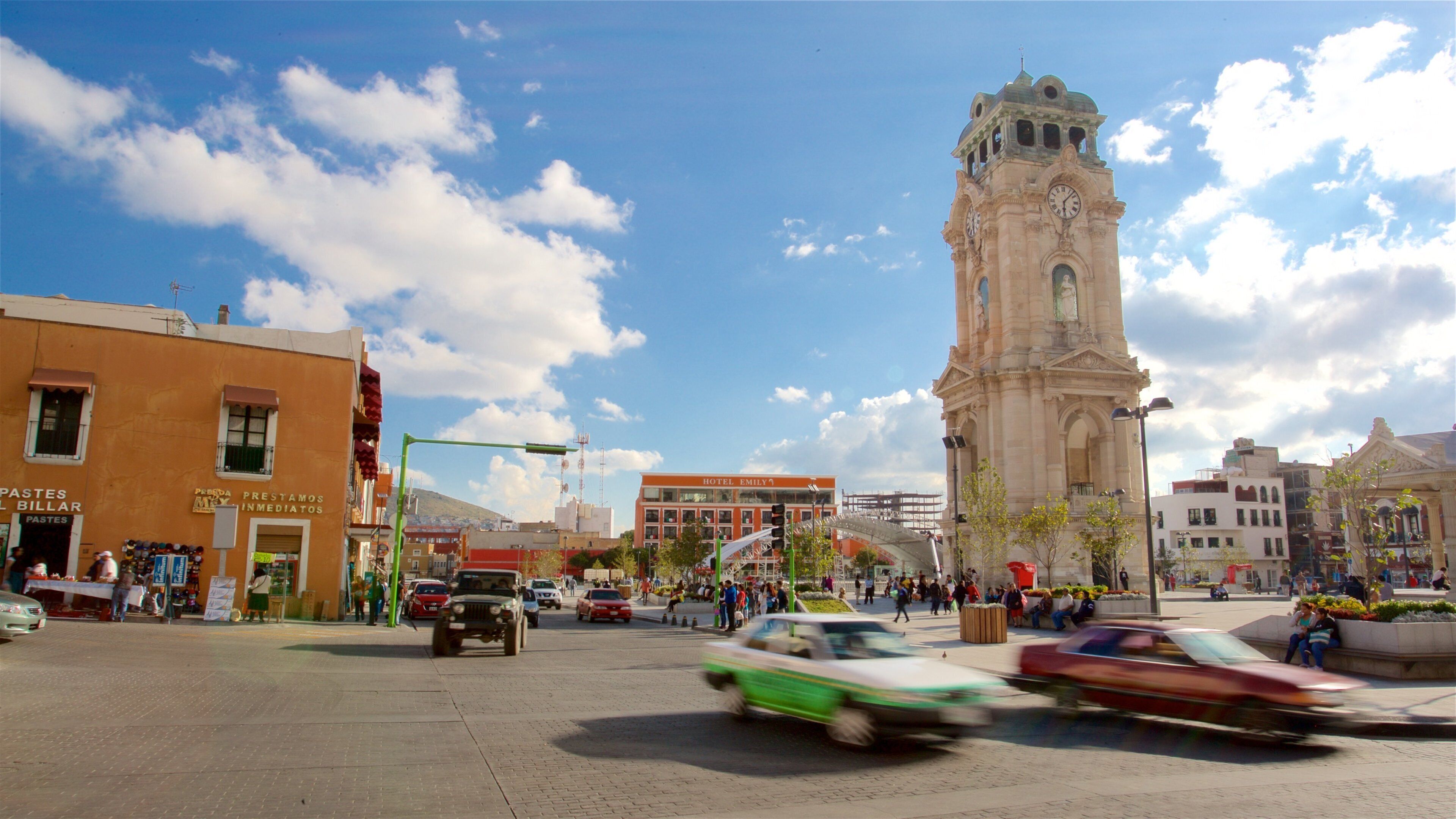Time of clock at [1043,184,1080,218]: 6:07
